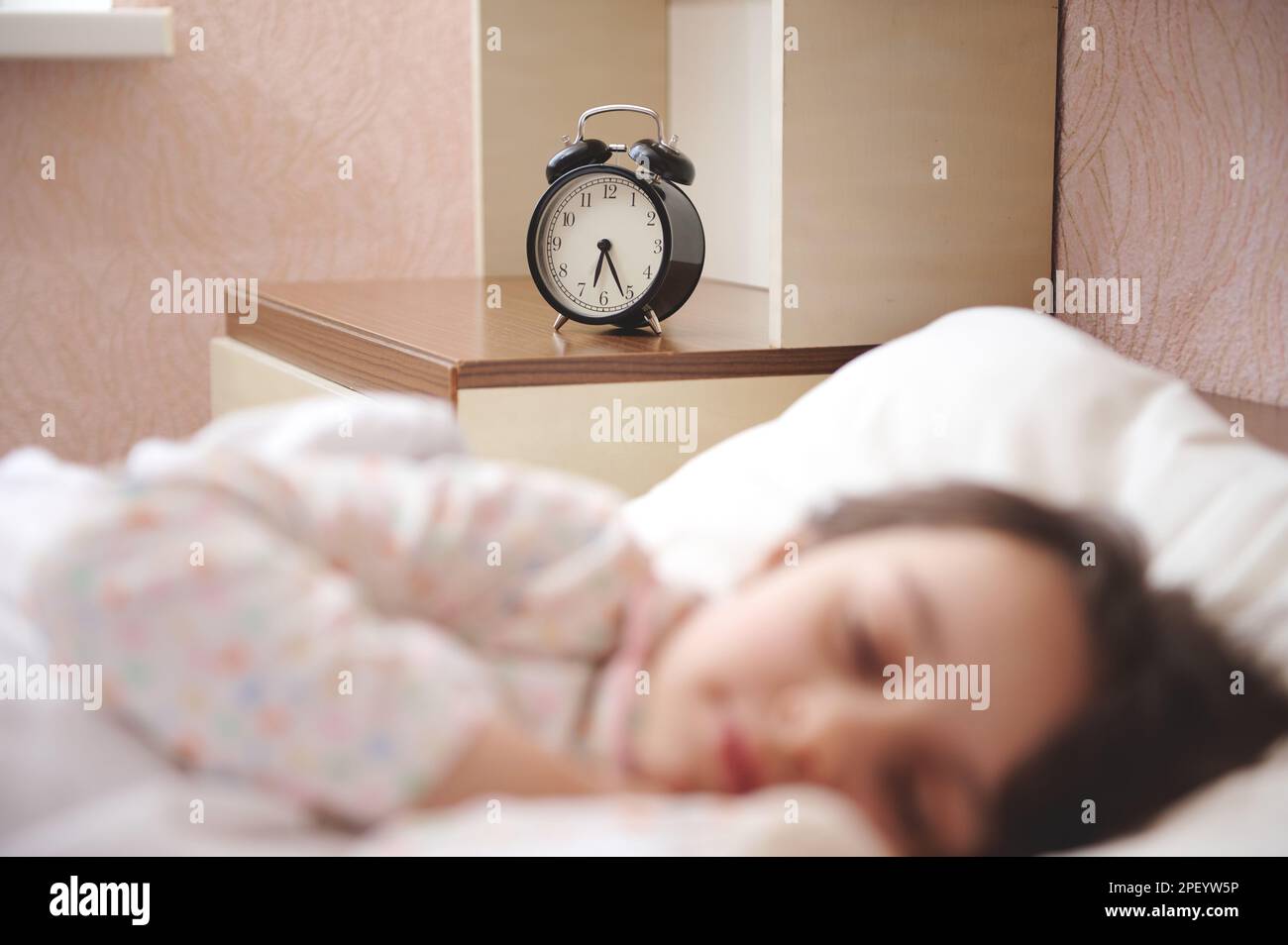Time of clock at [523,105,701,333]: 6:26
